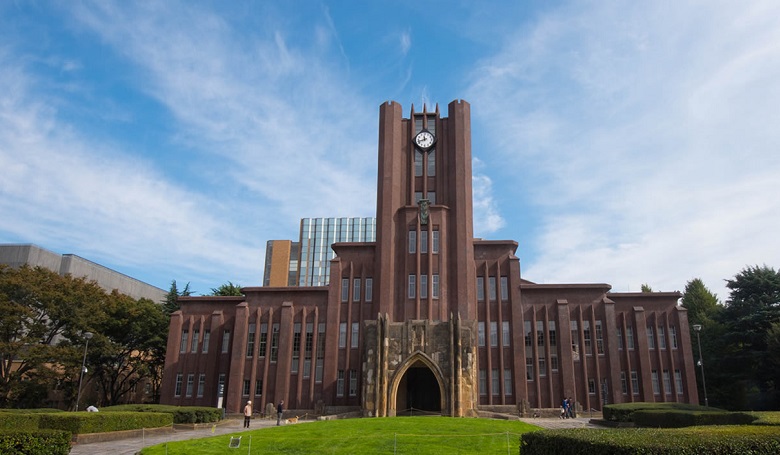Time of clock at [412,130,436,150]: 11:42
